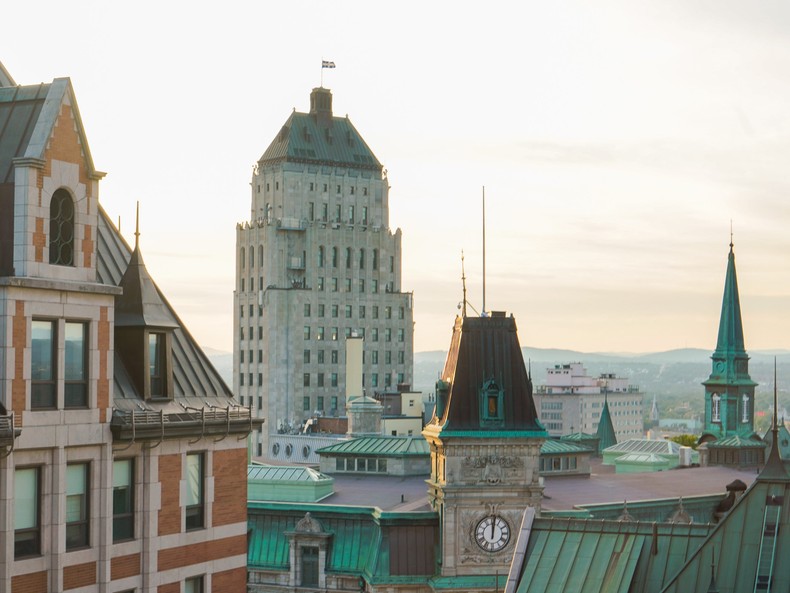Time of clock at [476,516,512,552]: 12:01
